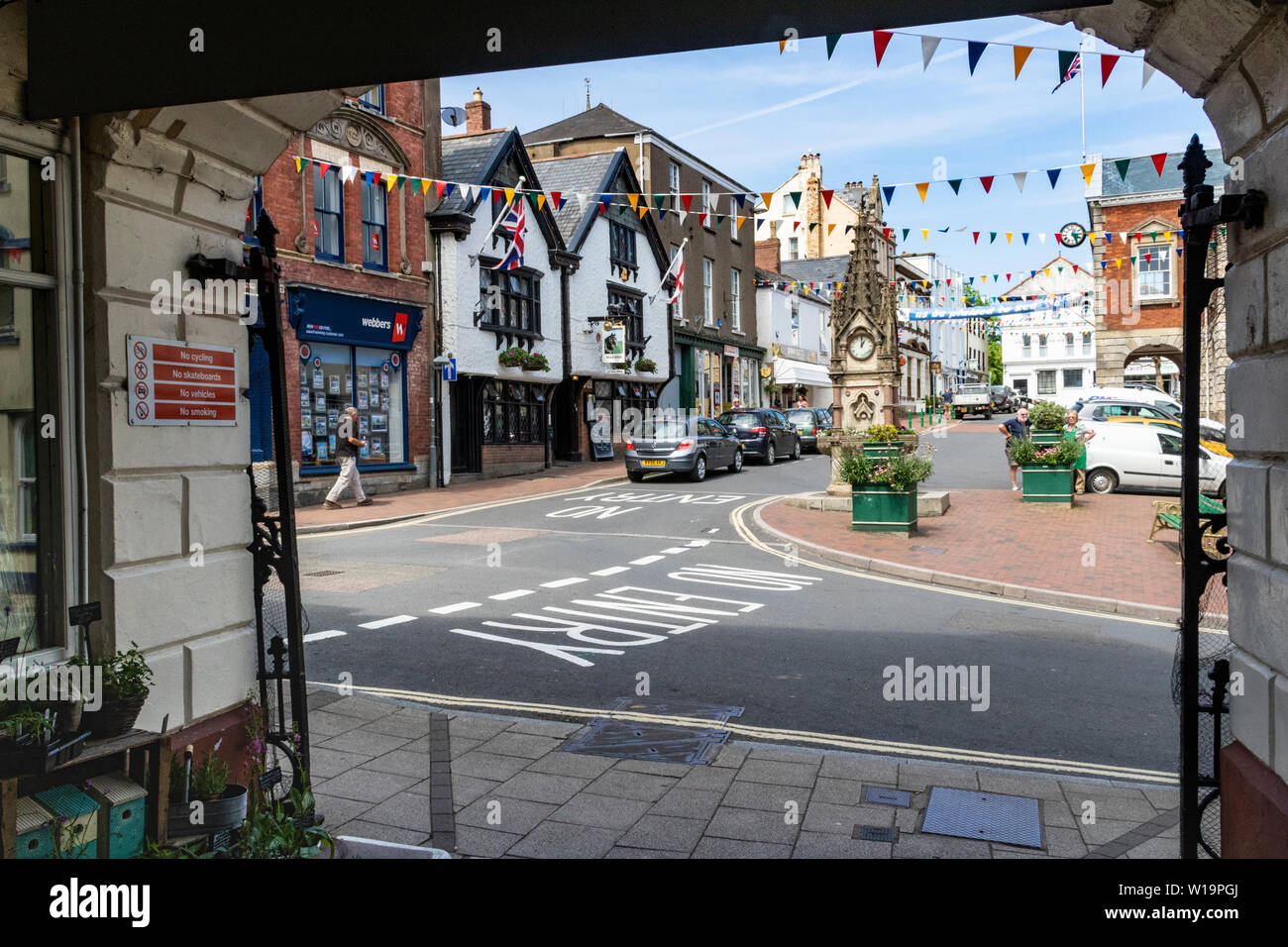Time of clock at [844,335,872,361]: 1:00
